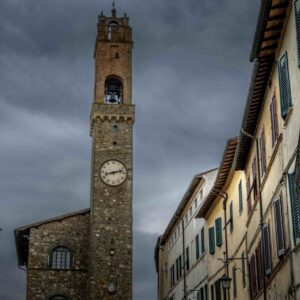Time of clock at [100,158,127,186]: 8:12
